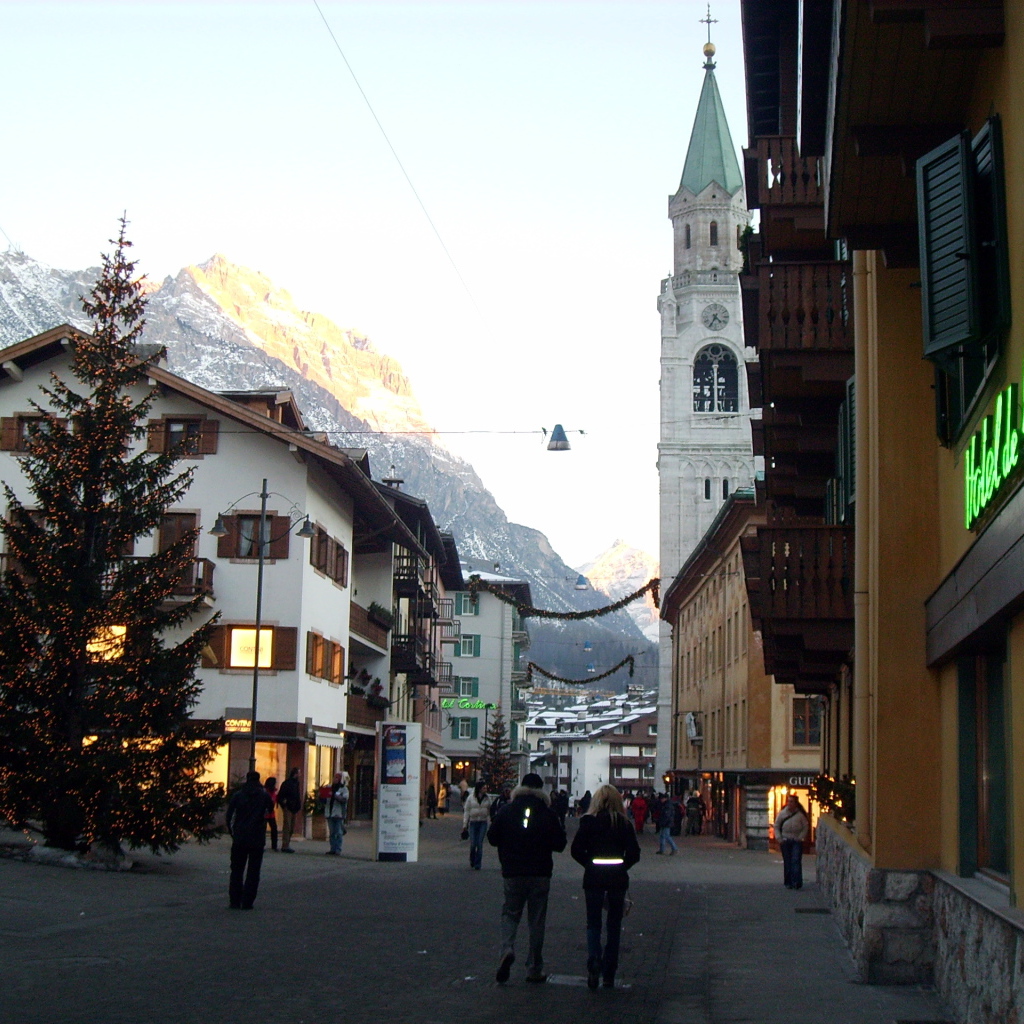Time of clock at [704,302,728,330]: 4:34
